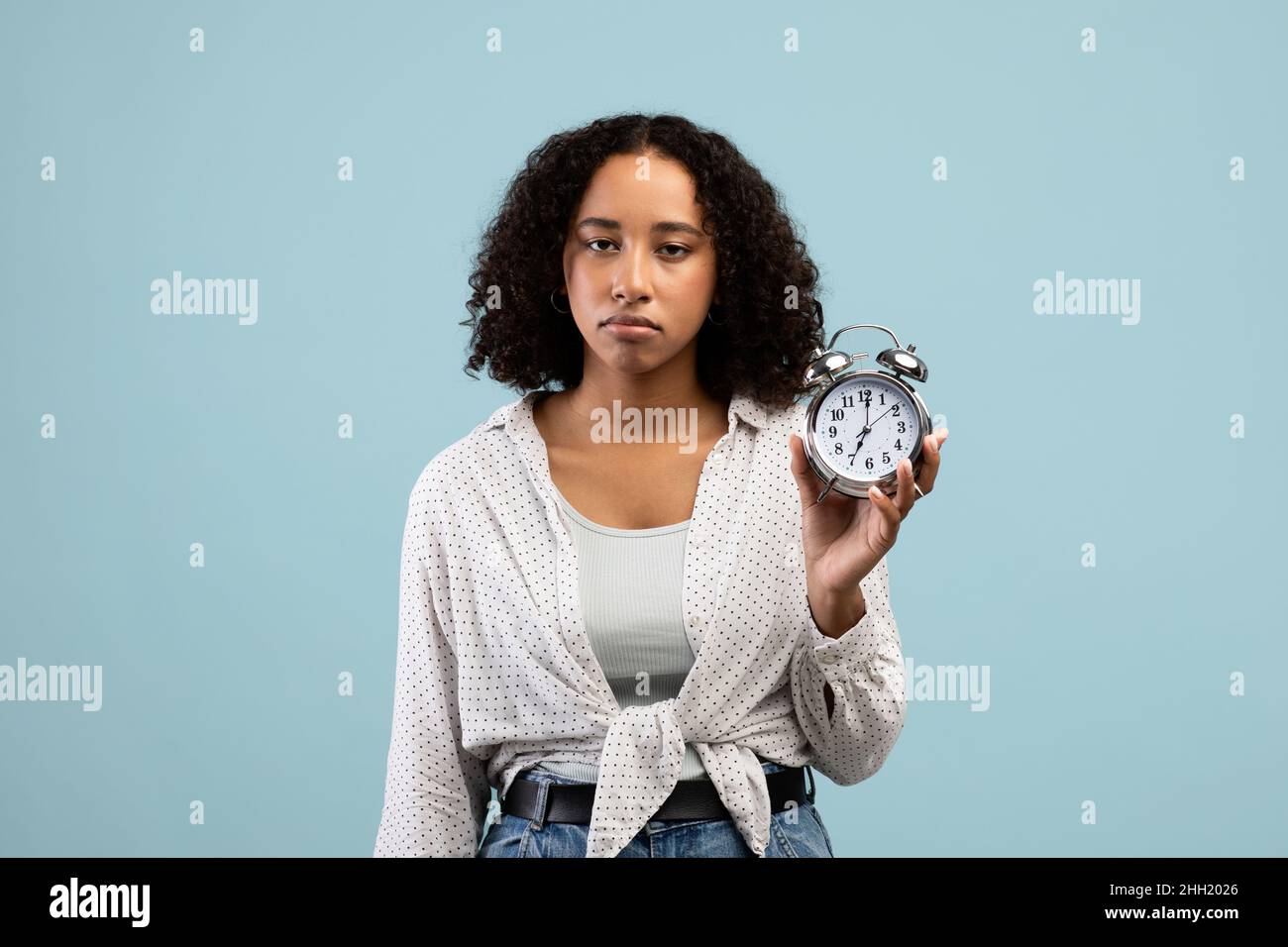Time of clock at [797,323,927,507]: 7:01
